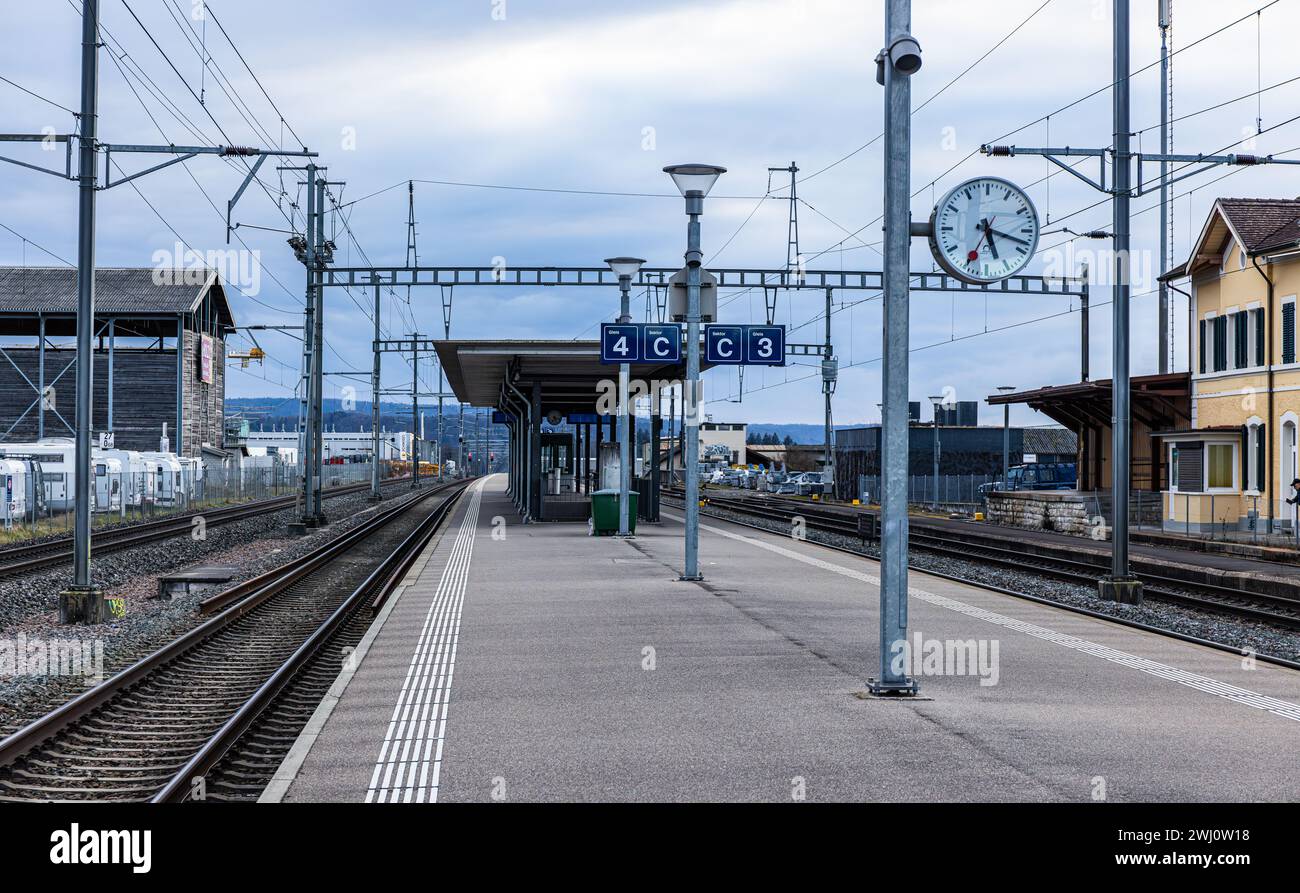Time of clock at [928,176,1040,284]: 5:18
